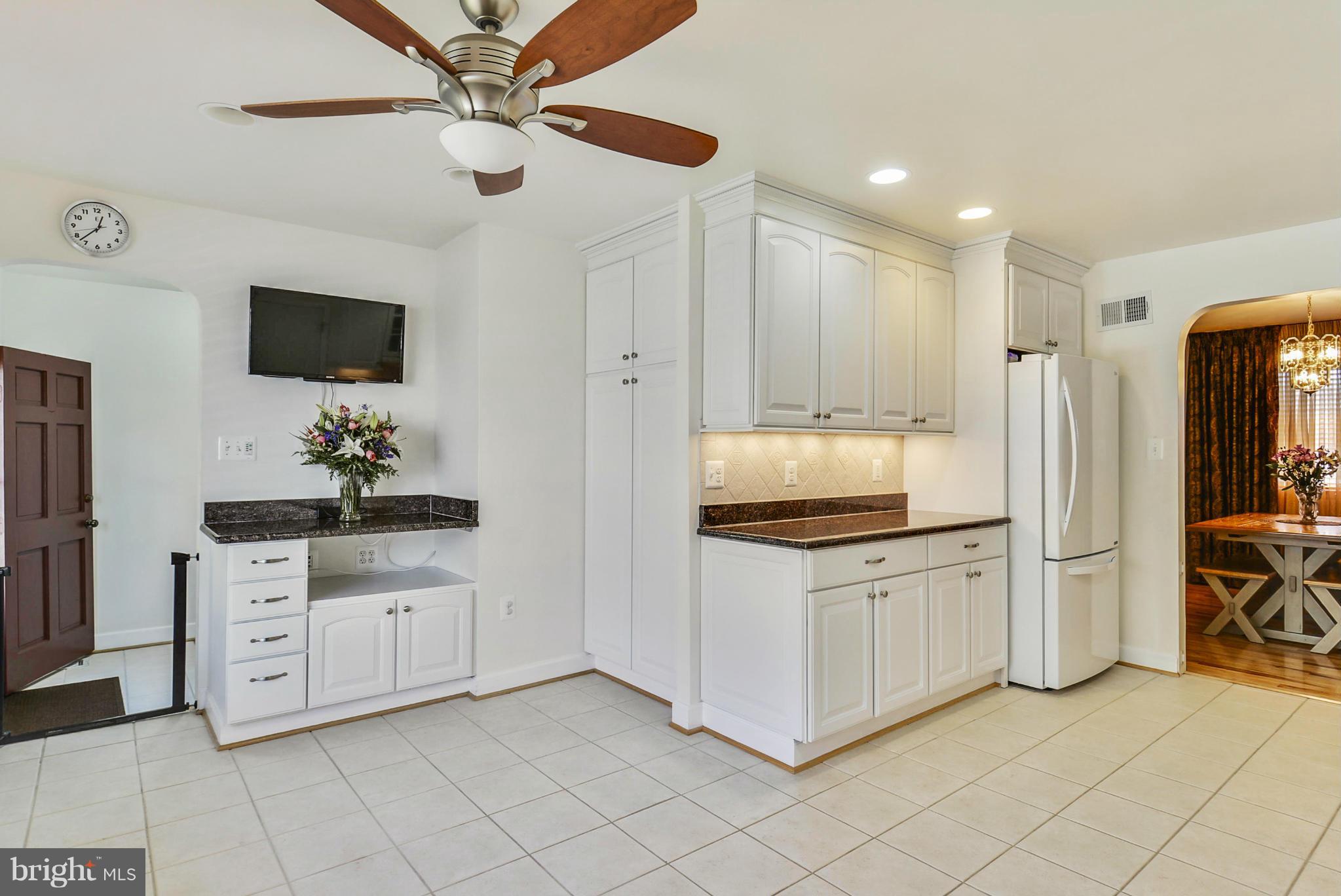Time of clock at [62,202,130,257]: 12:37
